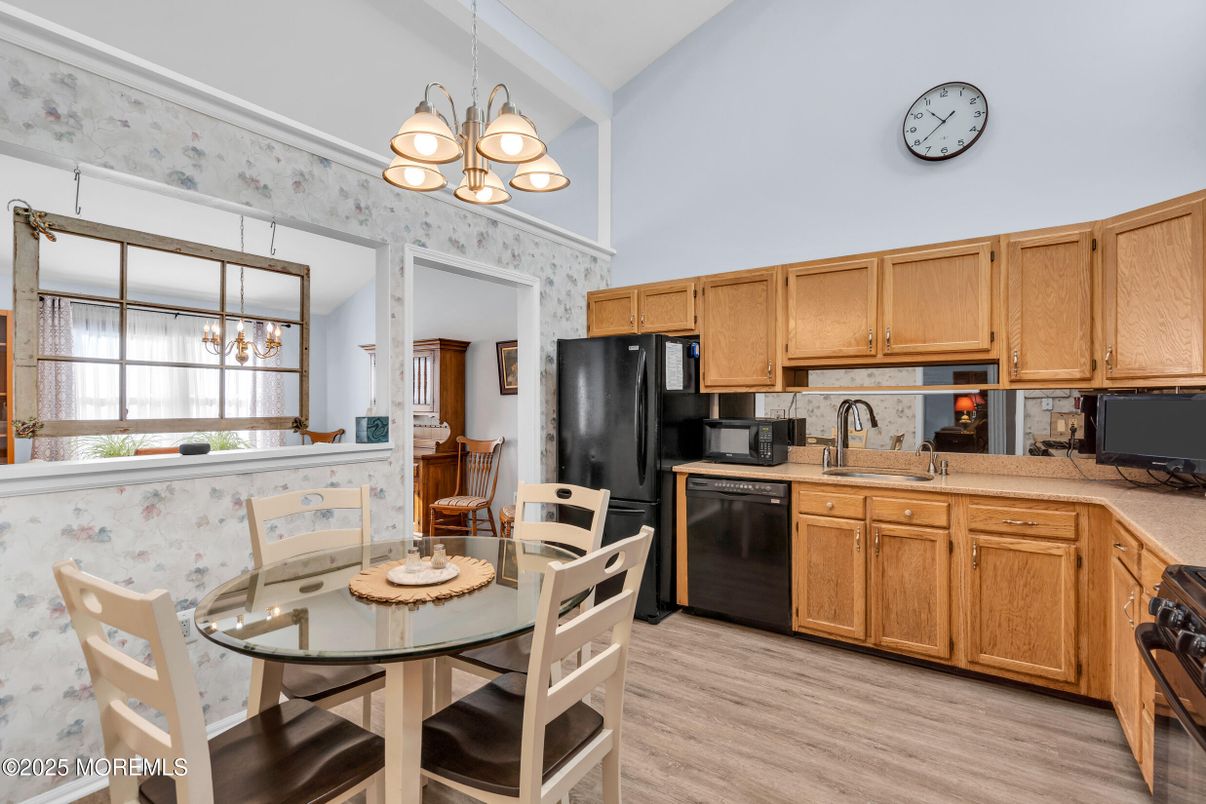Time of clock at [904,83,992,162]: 10:38
